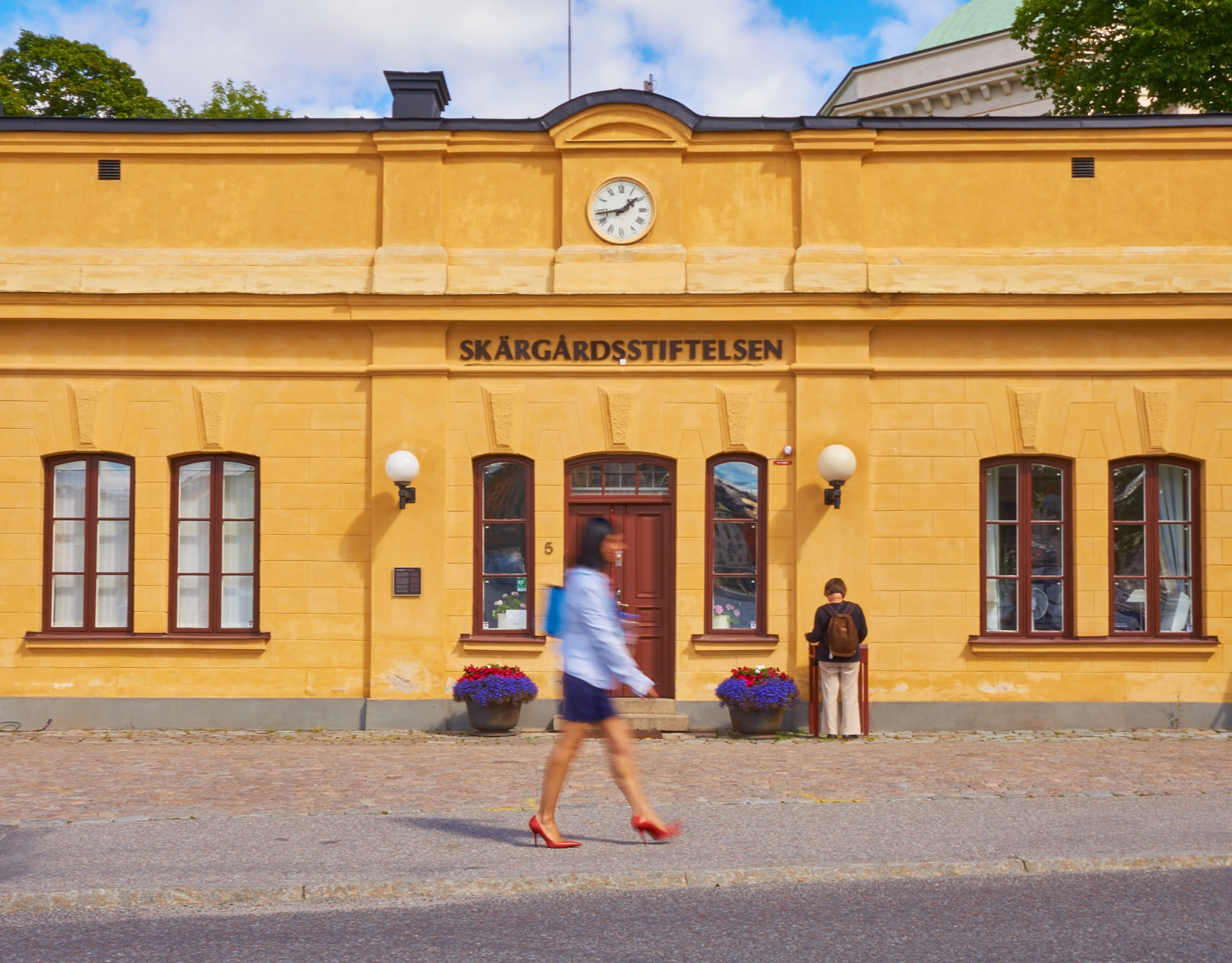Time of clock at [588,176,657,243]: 1:43
